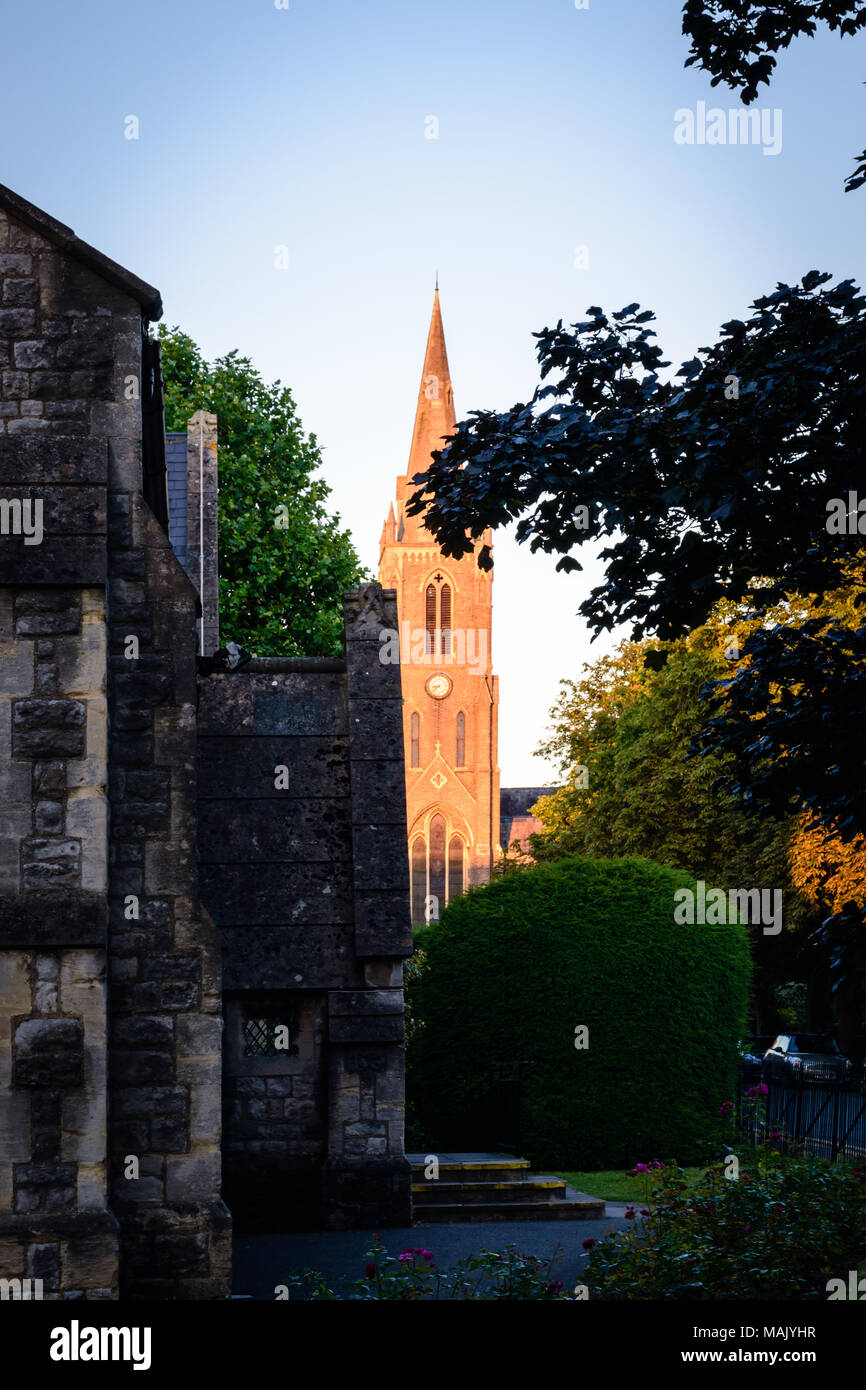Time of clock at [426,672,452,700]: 8:38
